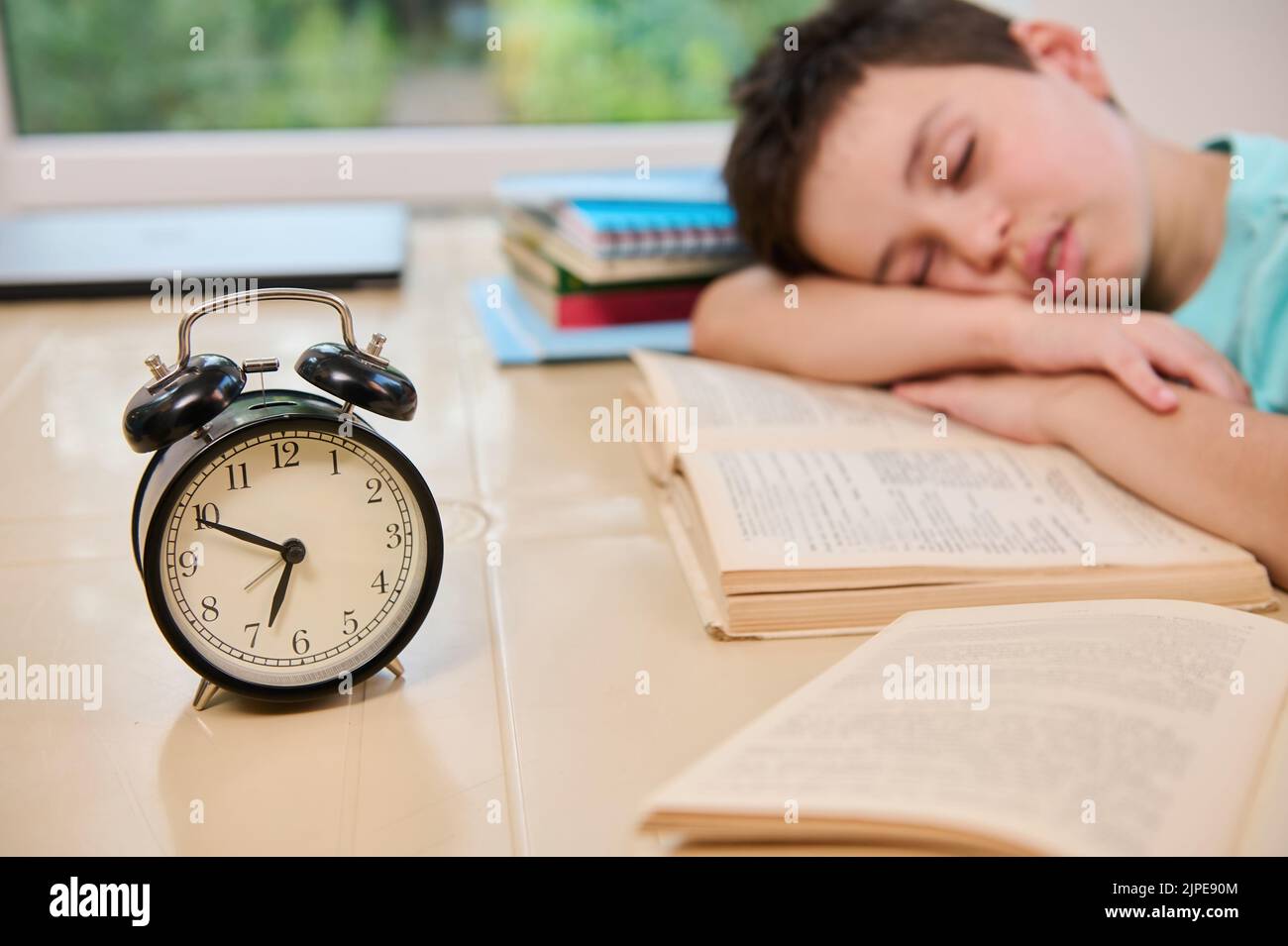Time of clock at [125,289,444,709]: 6:49
